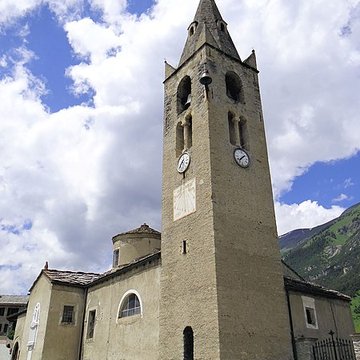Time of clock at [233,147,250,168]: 1:37
